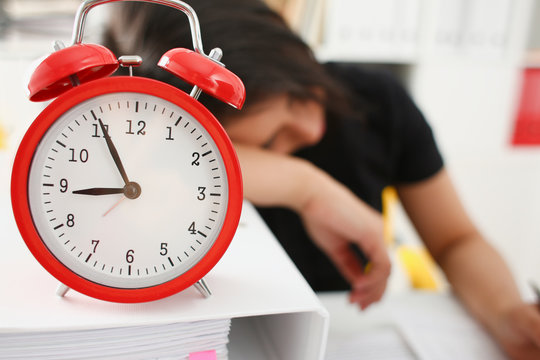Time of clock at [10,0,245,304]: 8:55
